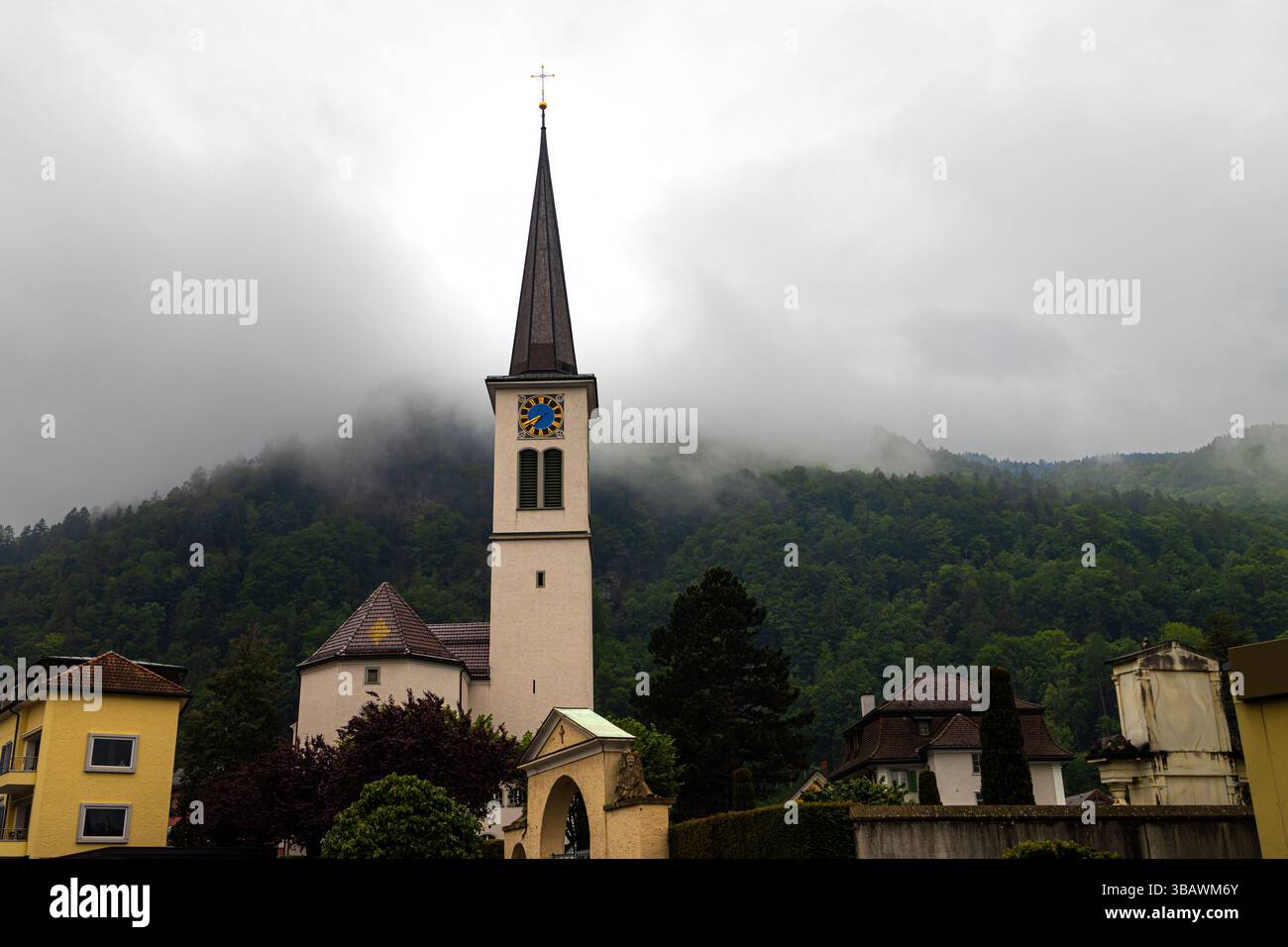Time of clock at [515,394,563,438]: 7:40
